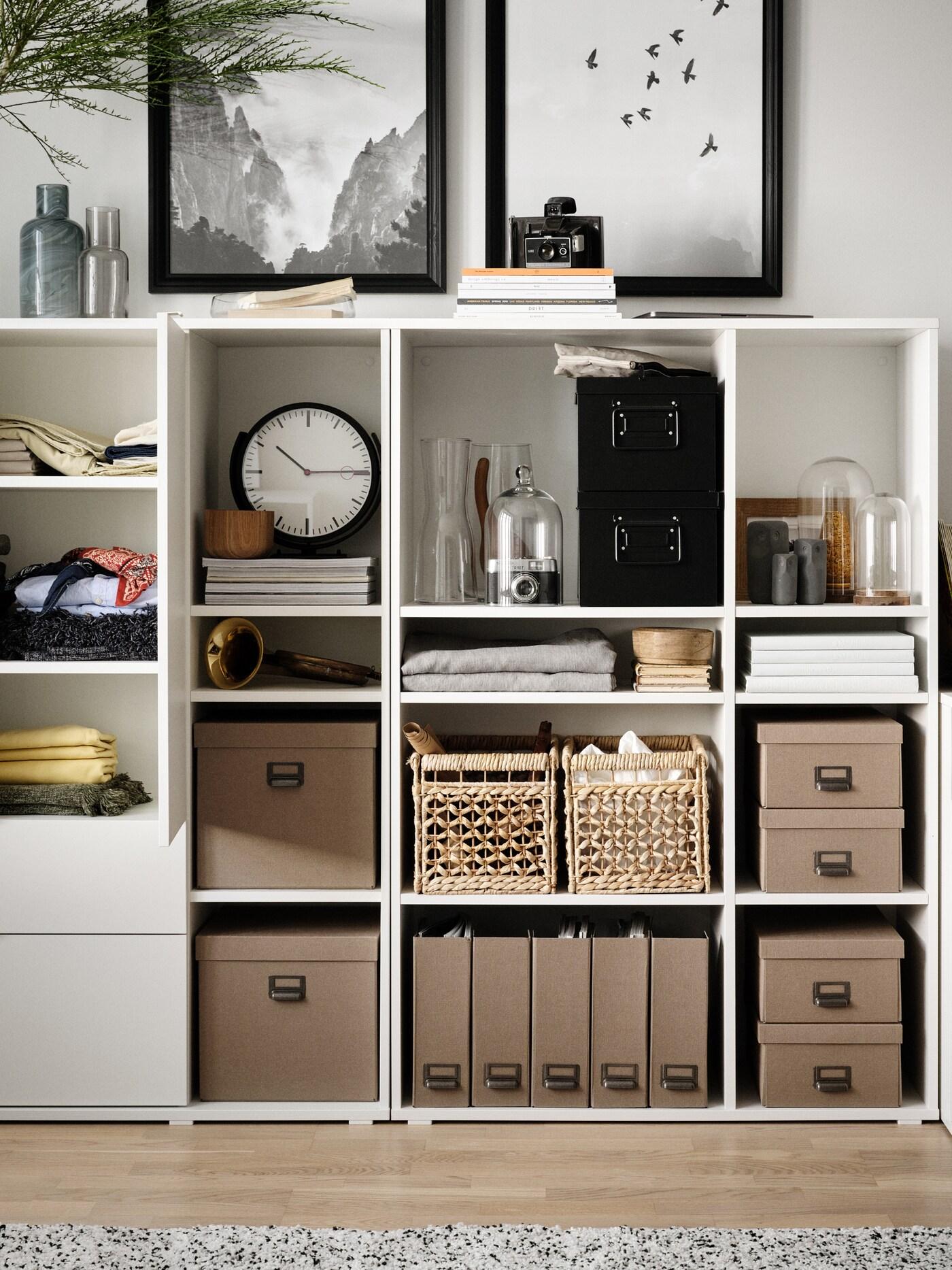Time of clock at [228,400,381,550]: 10:14
